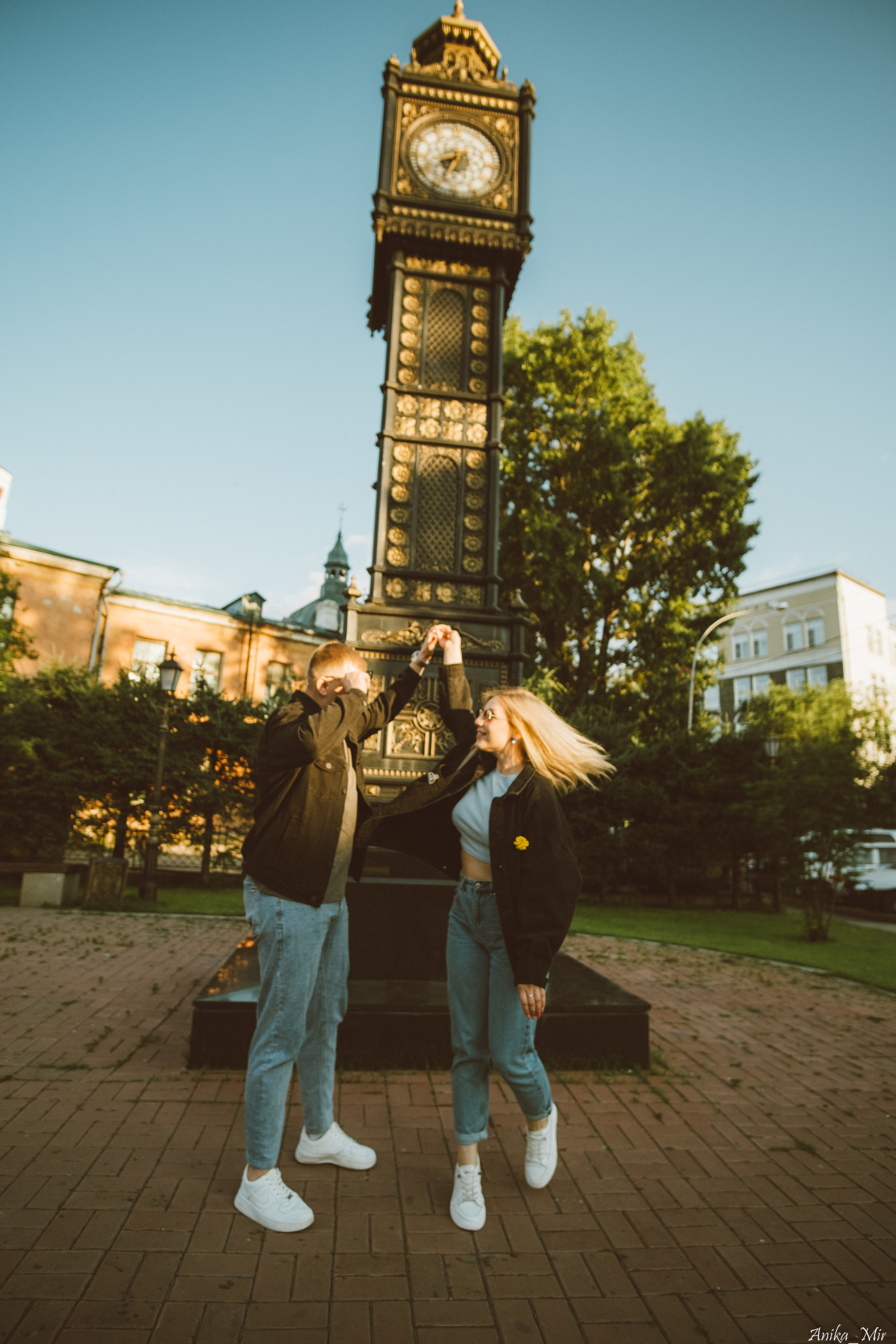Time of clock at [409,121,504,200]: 7:33
